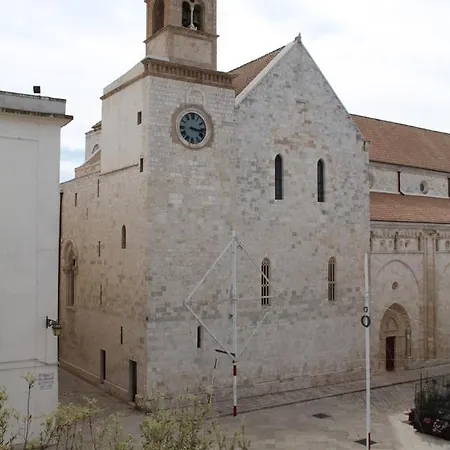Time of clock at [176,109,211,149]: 3:17
